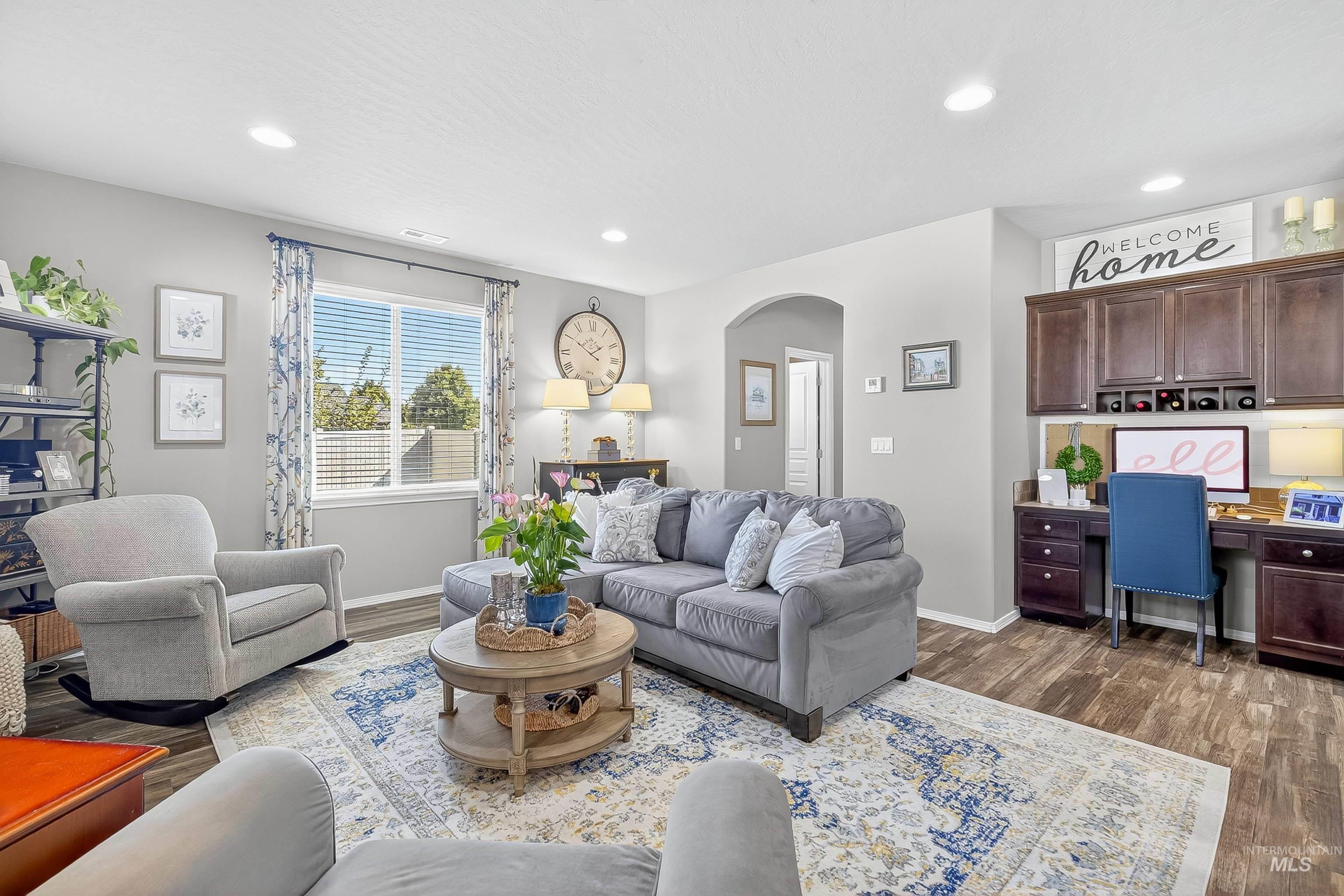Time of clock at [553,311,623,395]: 1:50
